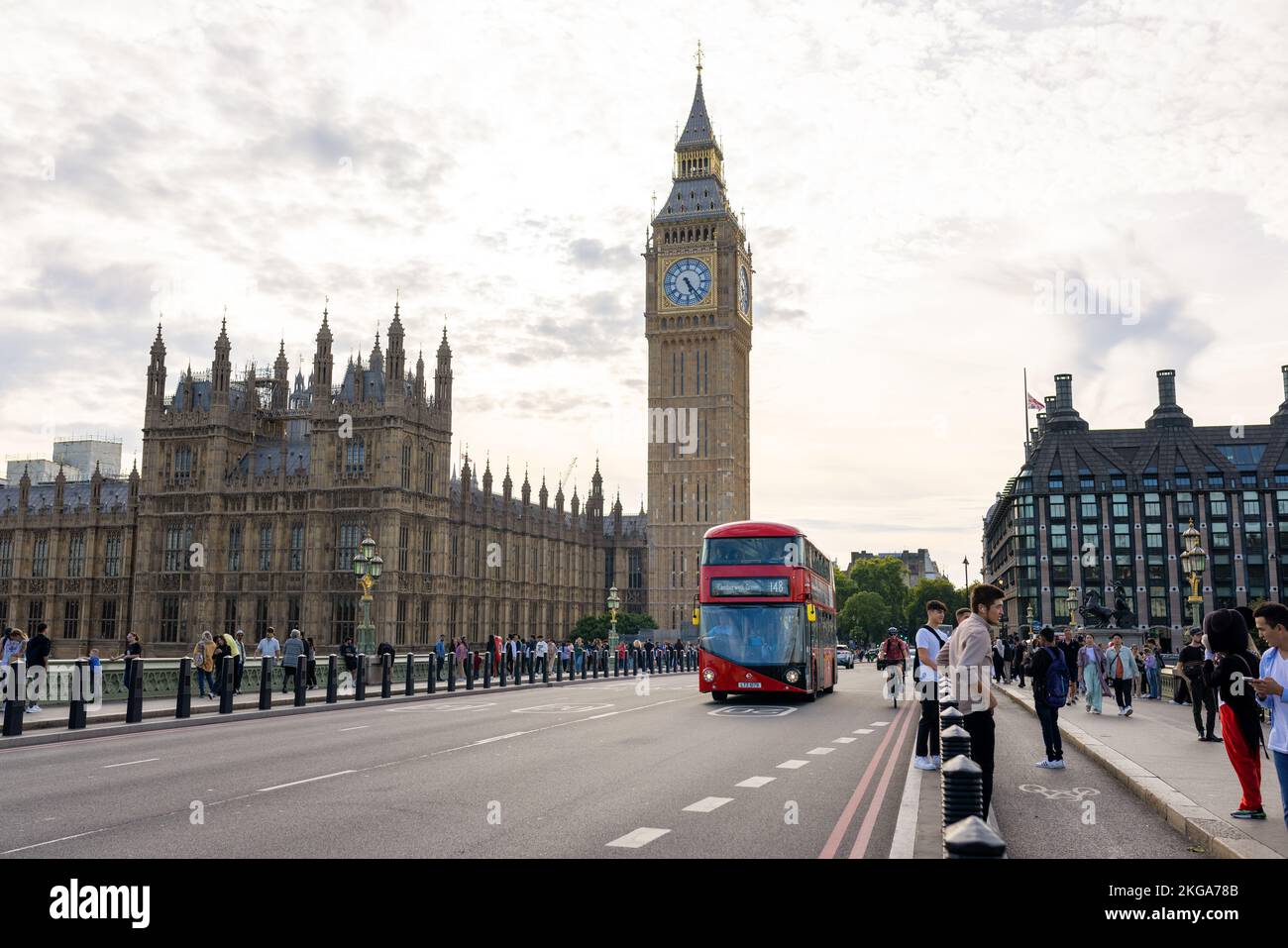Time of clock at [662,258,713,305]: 5:23
